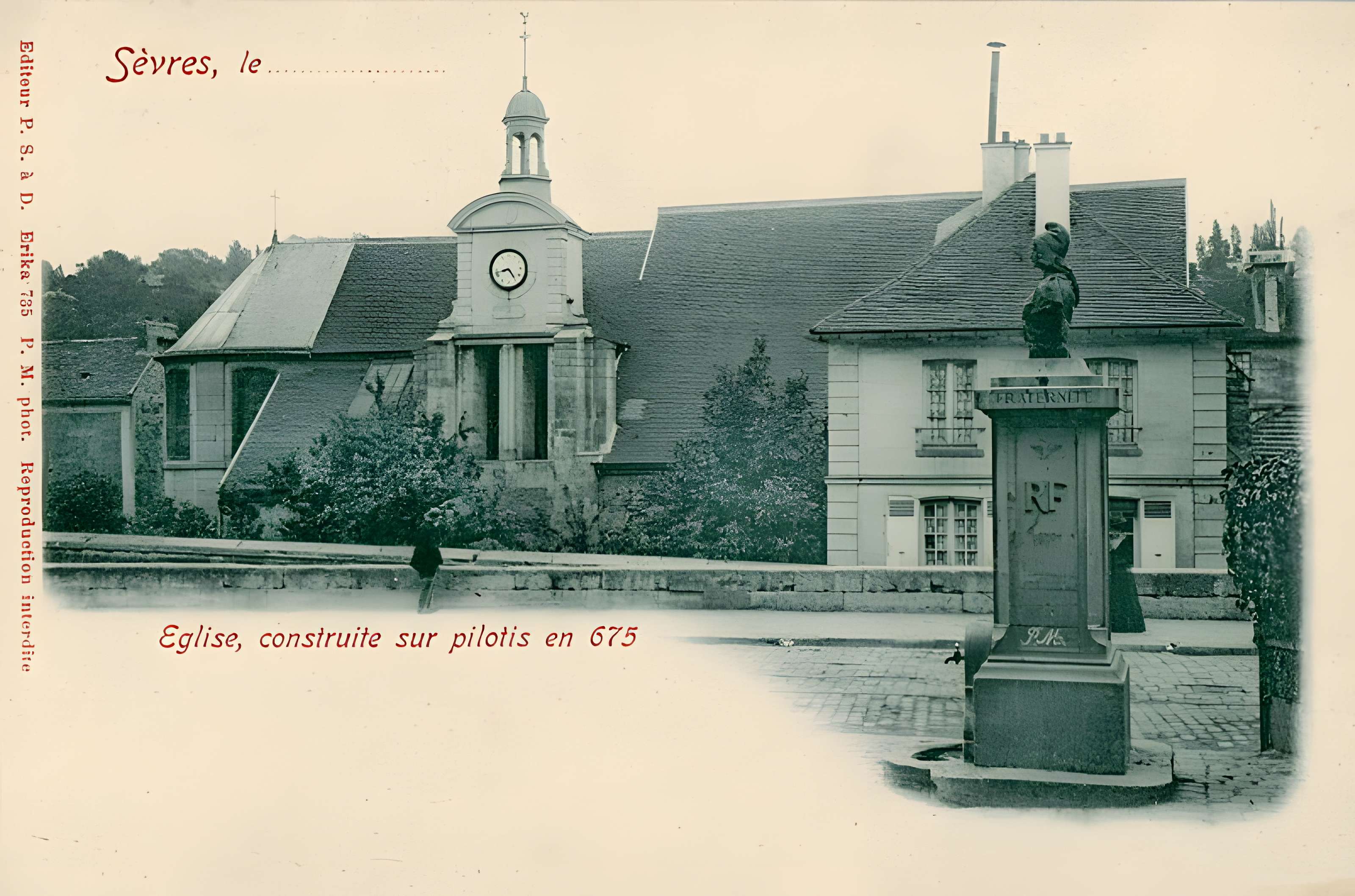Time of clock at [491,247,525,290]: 8:24
